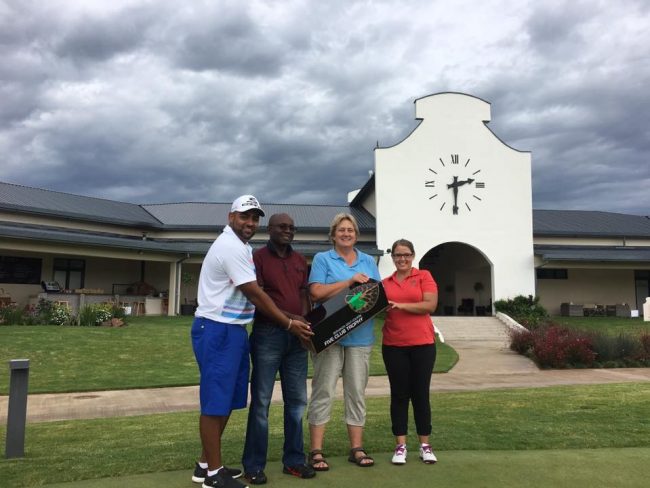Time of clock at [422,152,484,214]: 2:30
